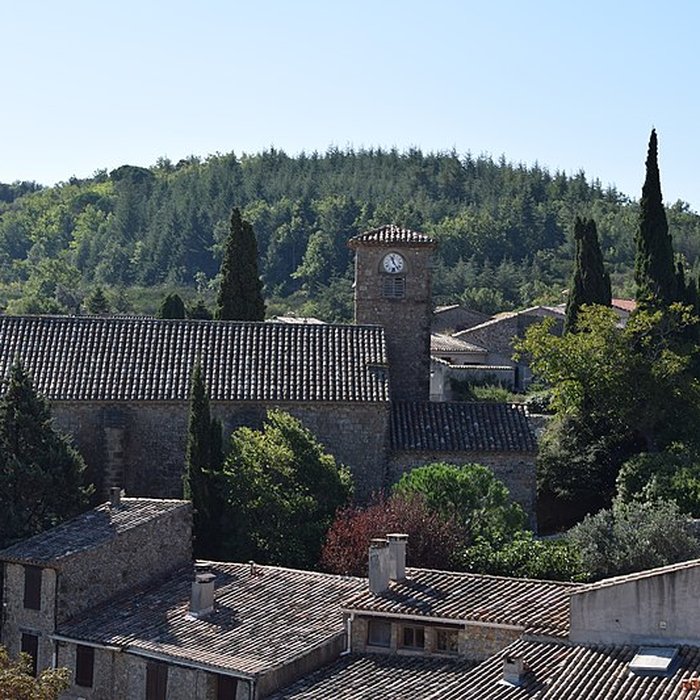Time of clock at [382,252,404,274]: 11:24
